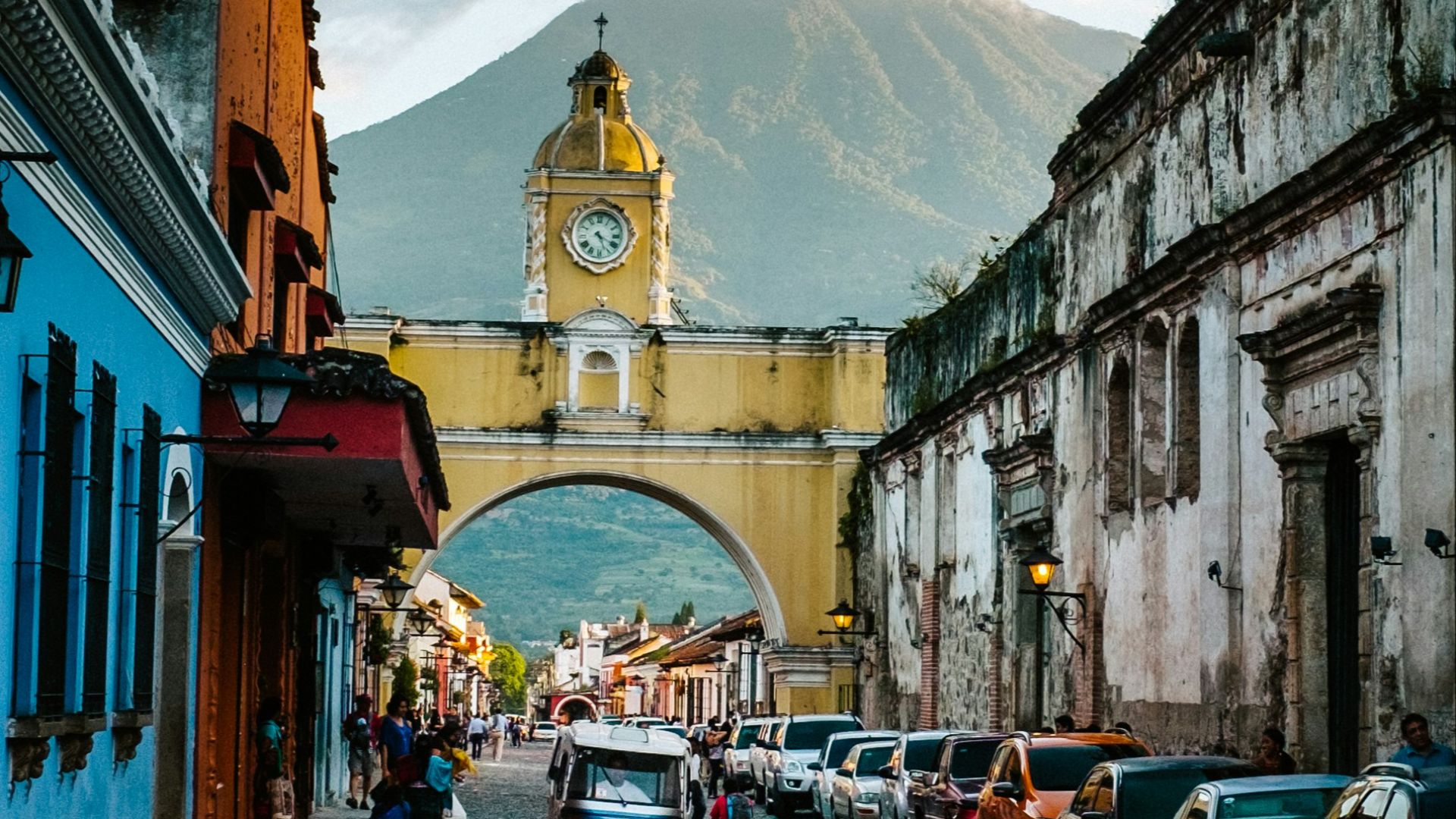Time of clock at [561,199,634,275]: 4:26
